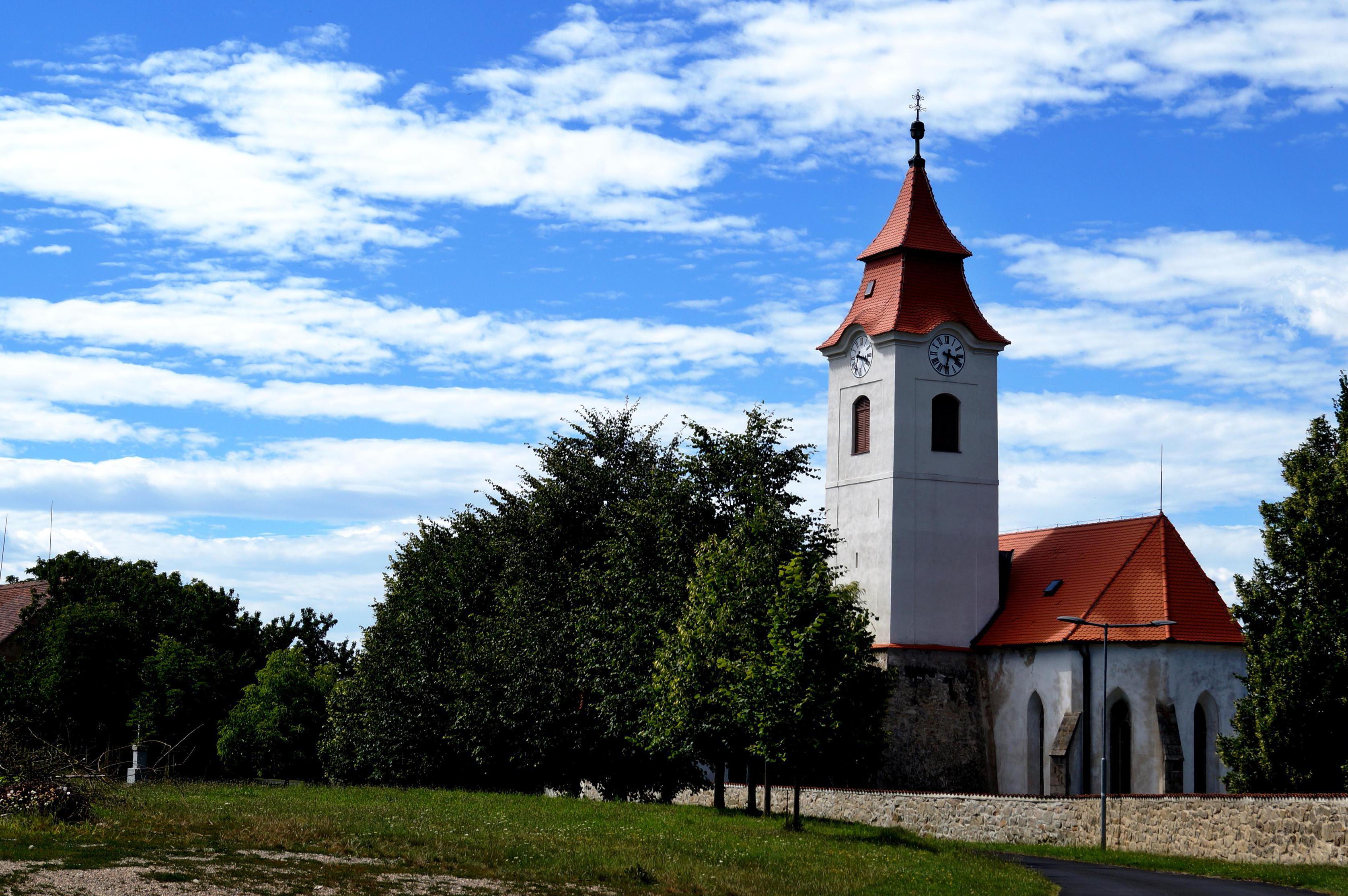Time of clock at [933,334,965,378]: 3:31
